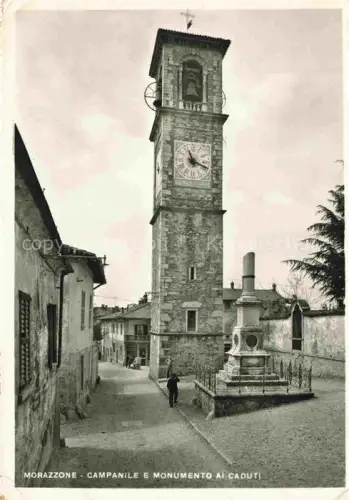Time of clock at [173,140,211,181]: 11:18
